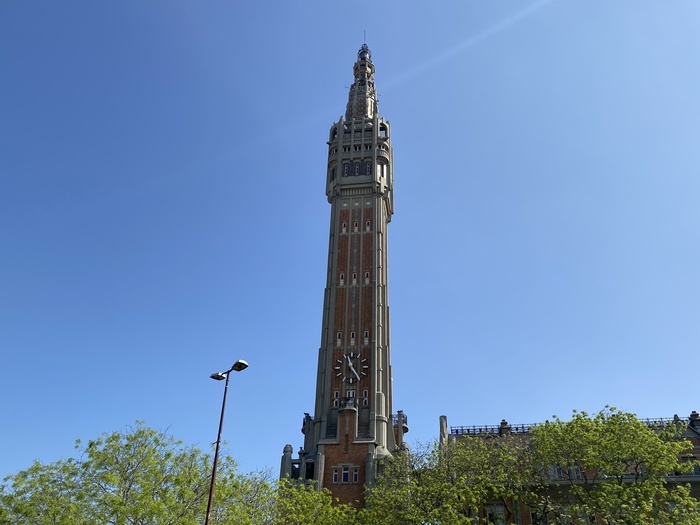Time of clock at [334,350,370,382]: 11:24
